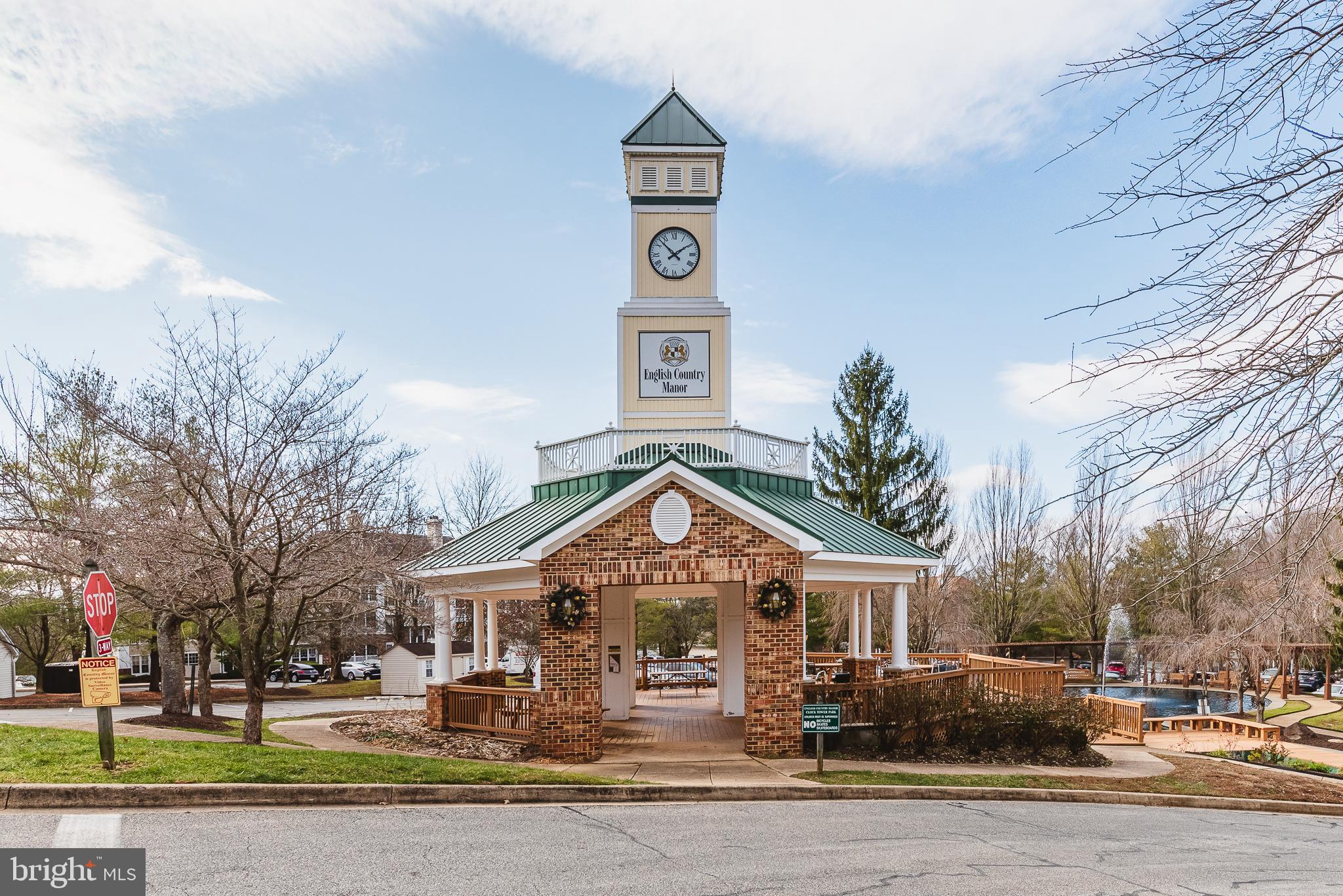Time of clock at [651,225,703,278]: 1:52
